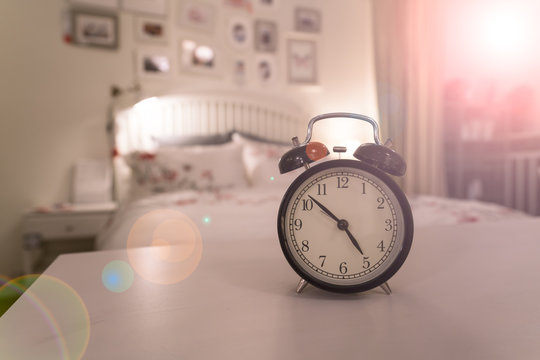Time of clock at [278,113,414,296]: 4:52
